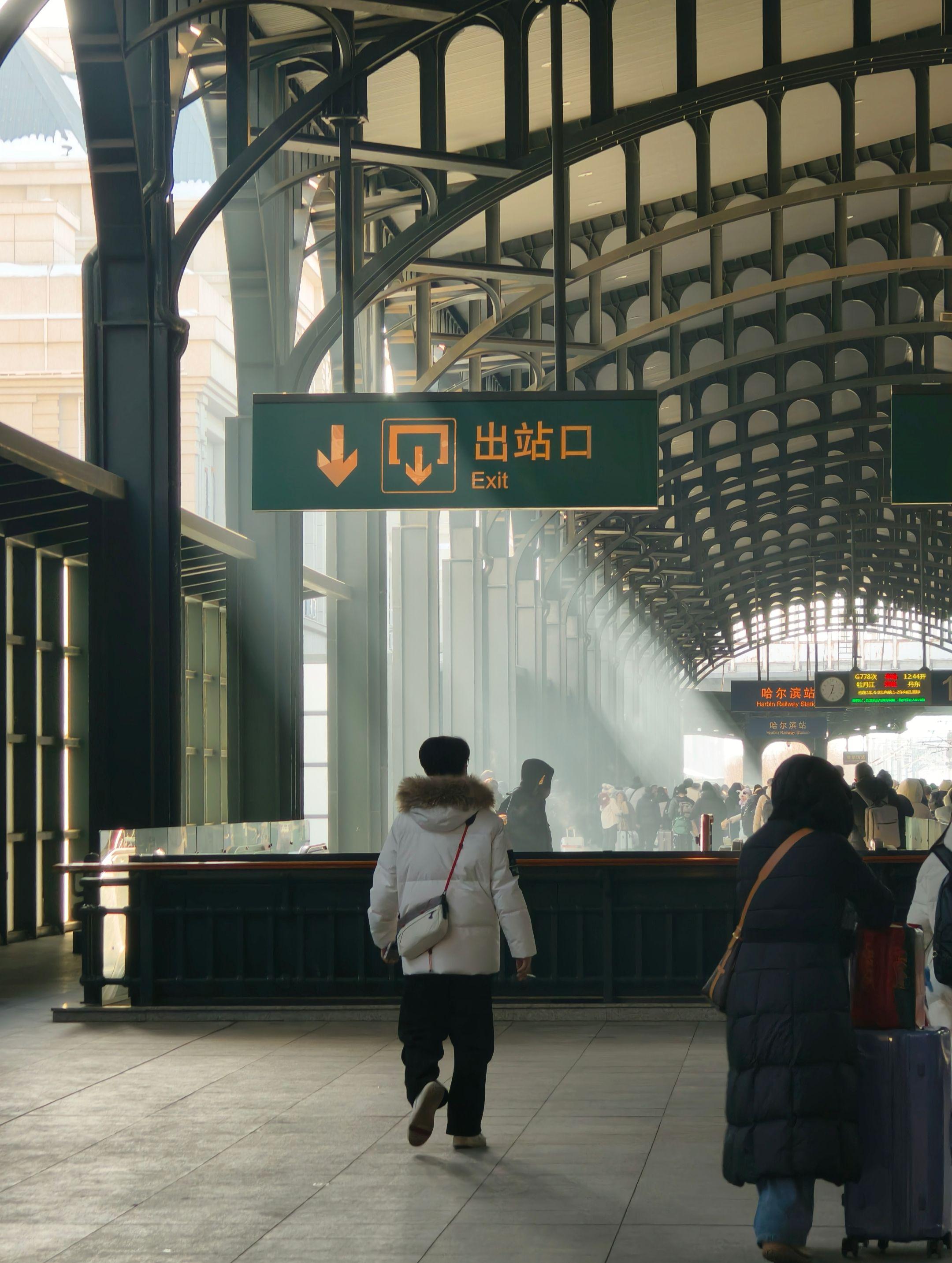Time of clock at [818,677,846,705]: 12:34
